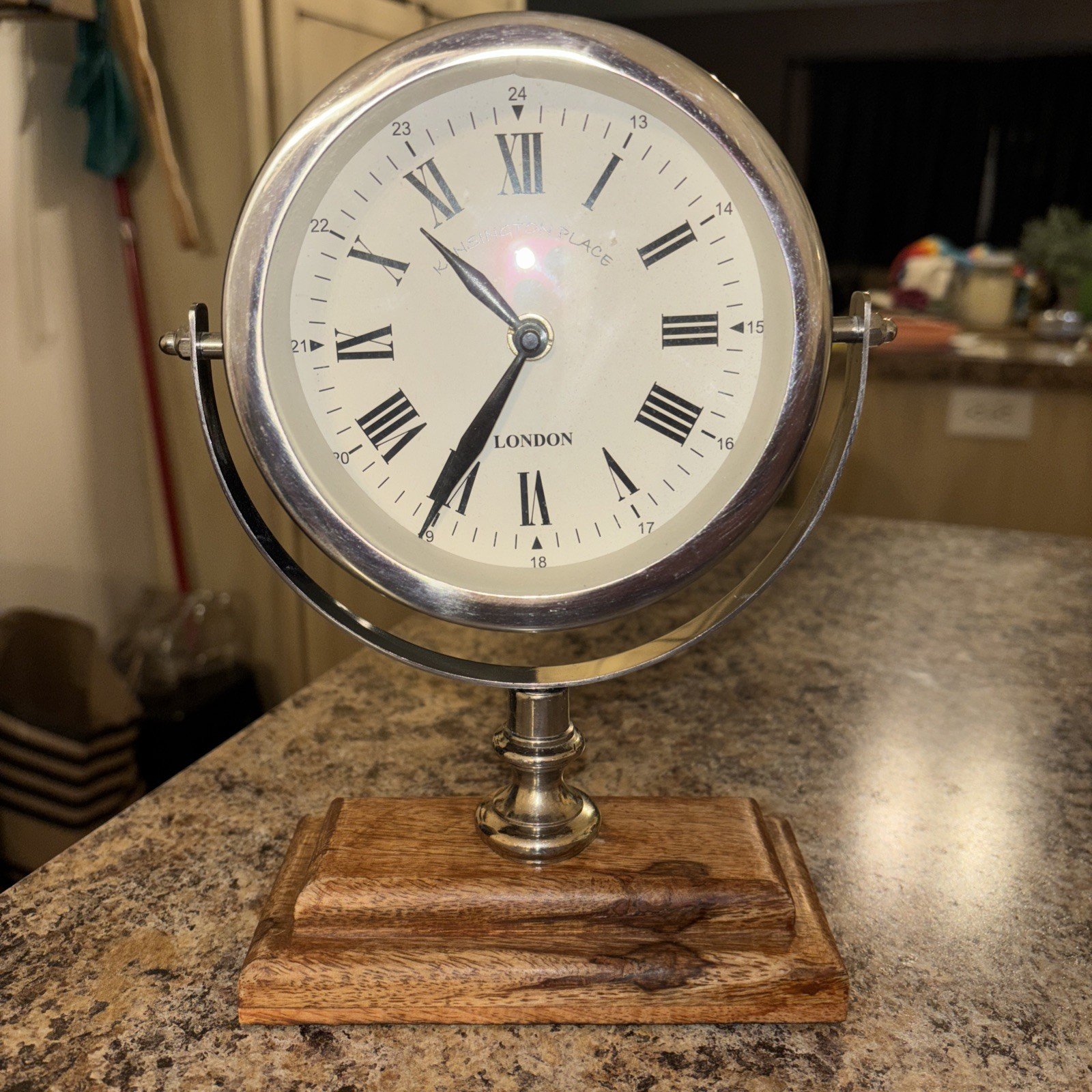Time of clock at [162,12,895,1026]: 10:35
